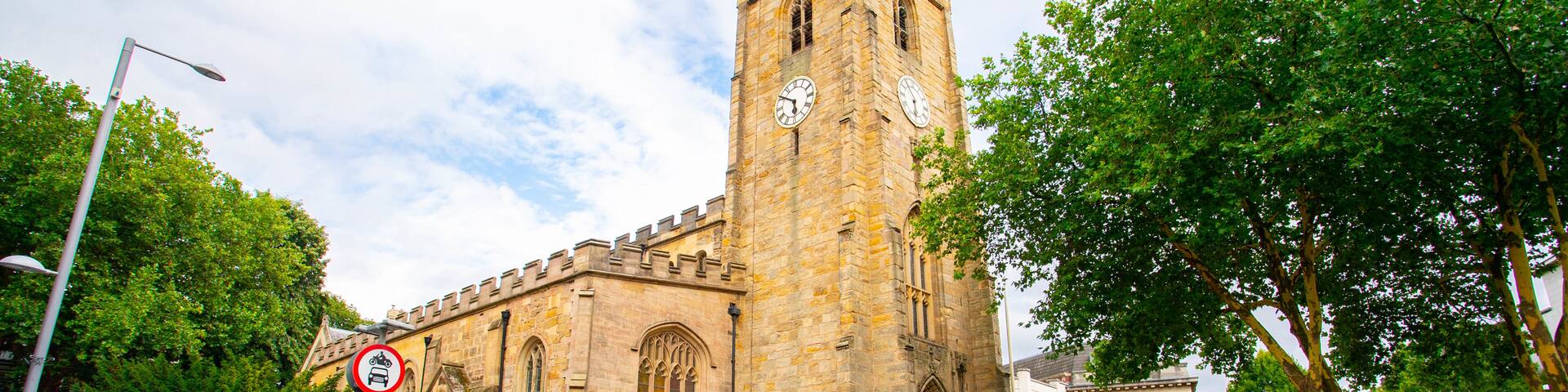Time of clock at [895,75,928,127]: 5:54
